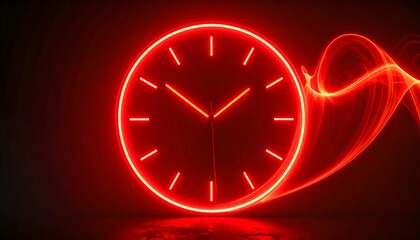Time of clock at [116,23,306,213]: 1:51
